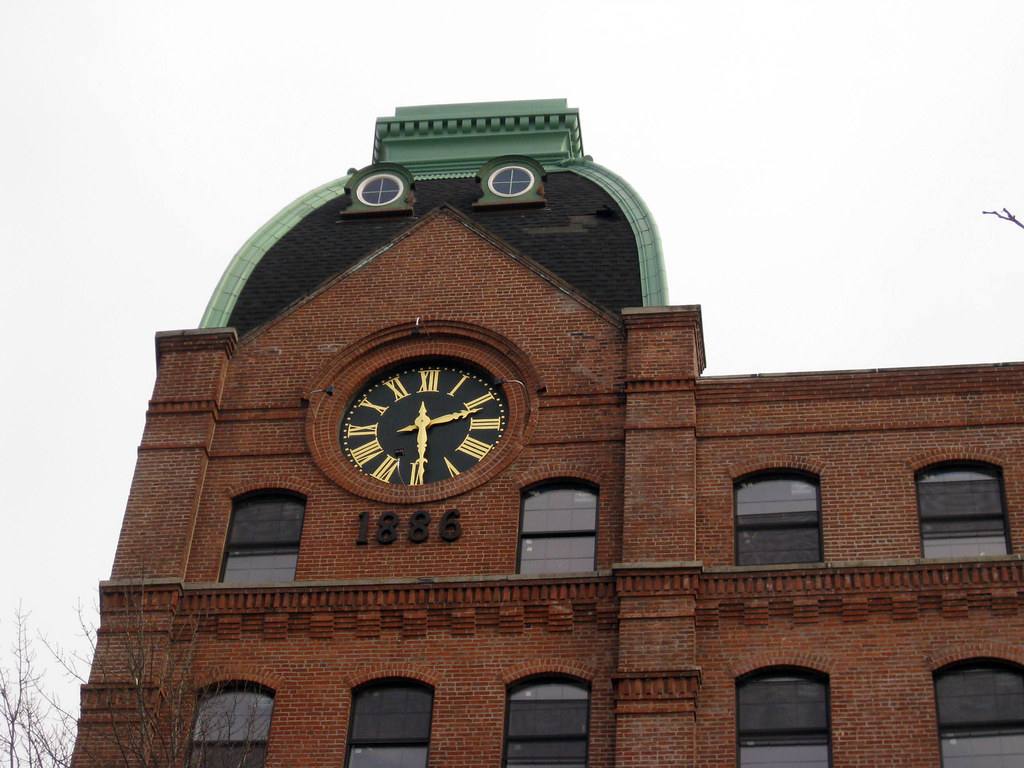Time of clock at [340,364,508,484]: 2:29
